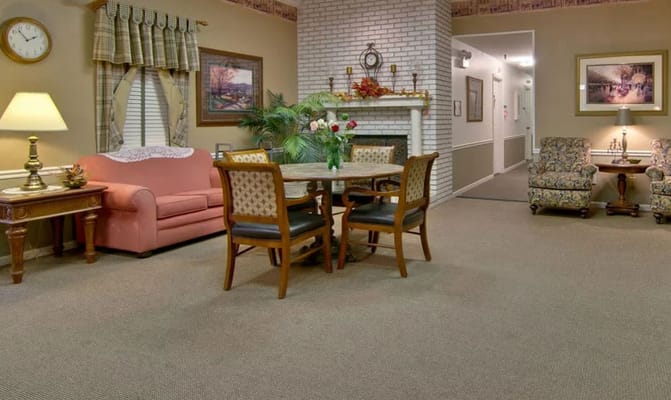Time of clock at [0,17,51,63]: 1:53
